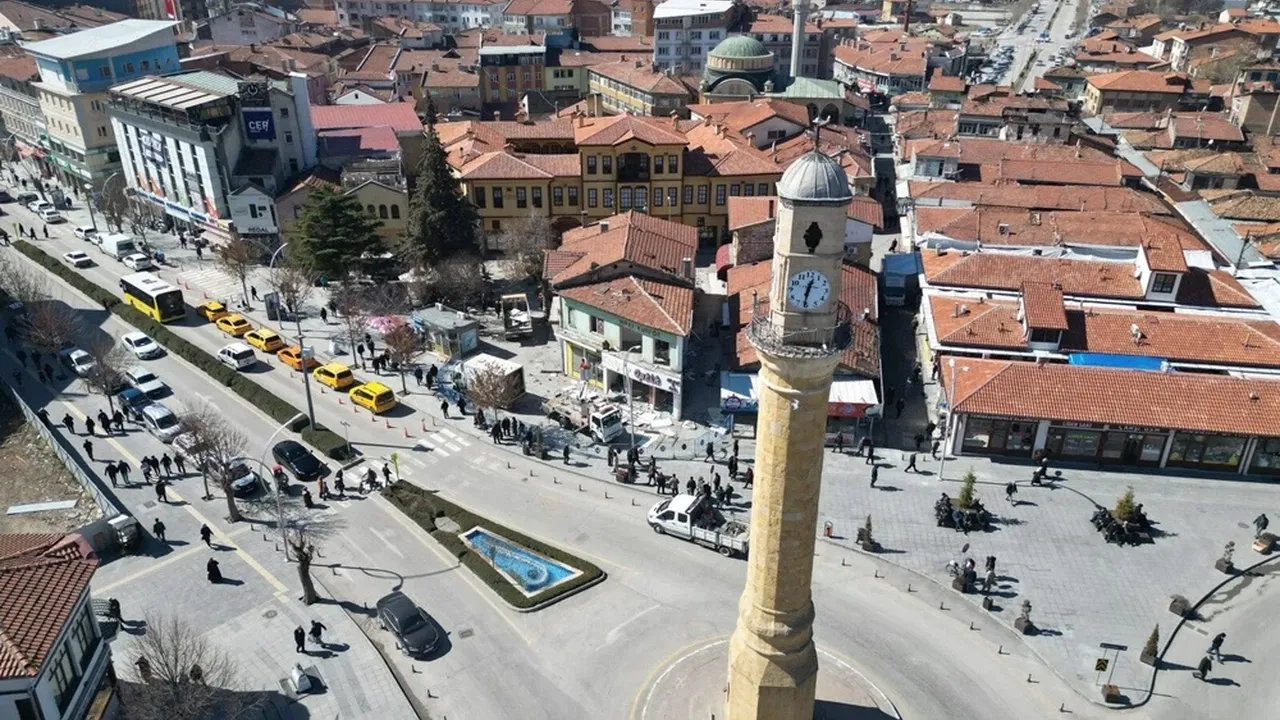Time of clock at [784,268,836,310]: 12:31
